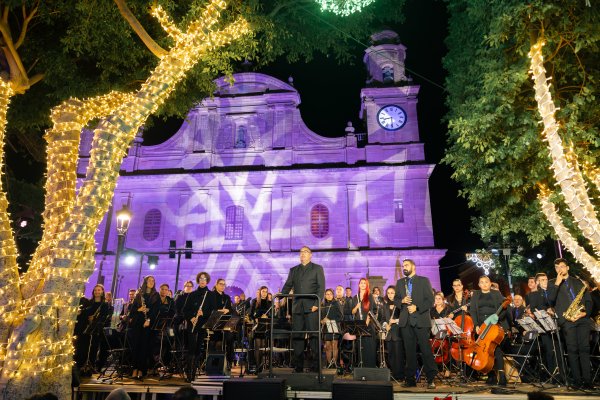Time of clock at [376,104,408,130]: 8:29
